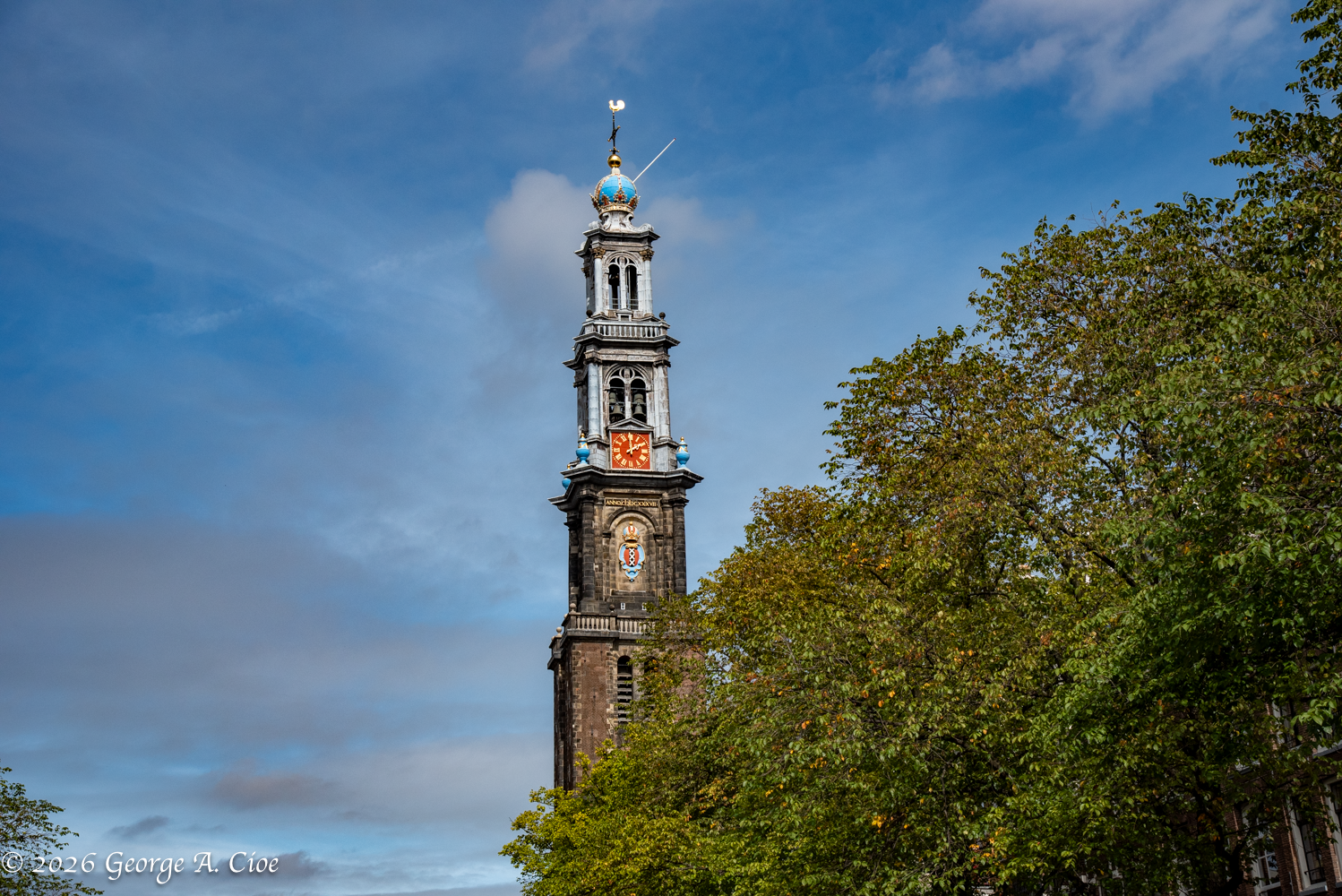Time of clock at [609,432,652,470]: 1:59
